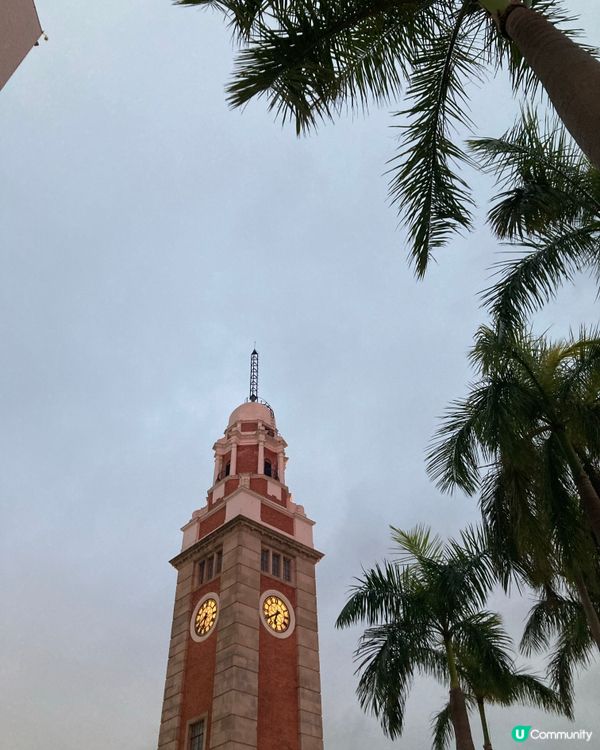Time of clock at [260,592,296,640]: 6:39
